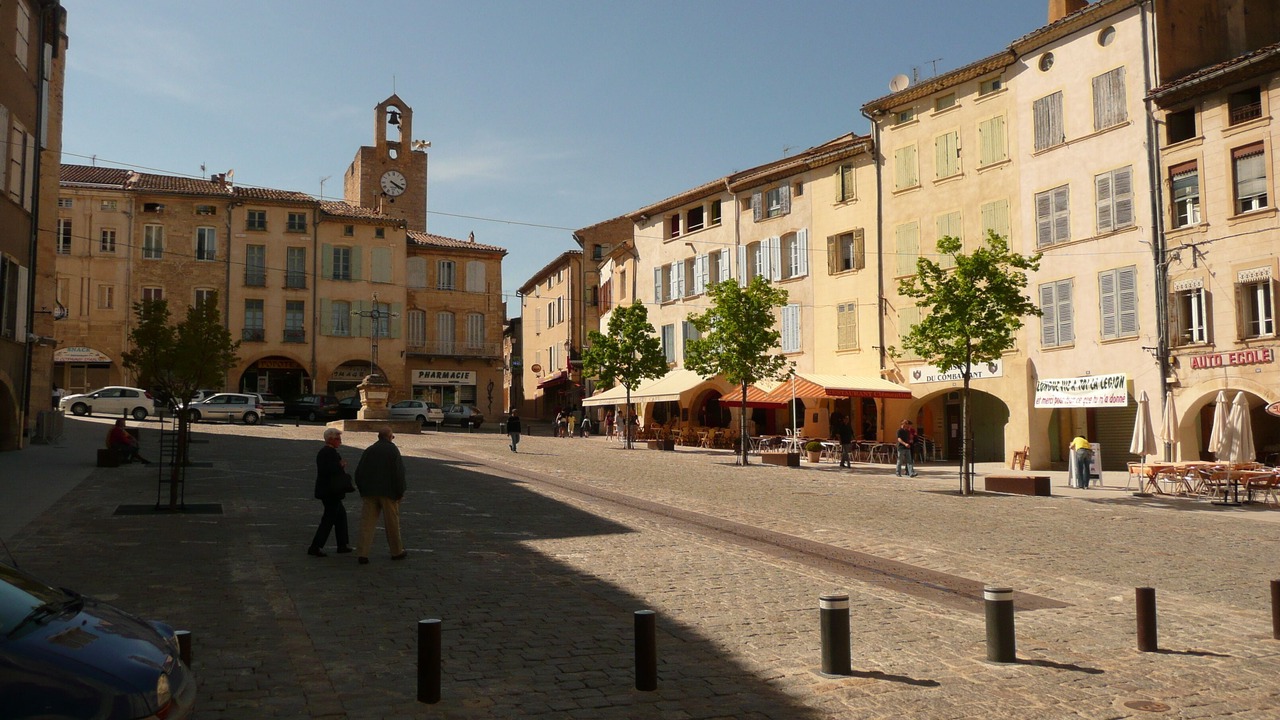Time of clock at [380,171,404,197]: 4:19
